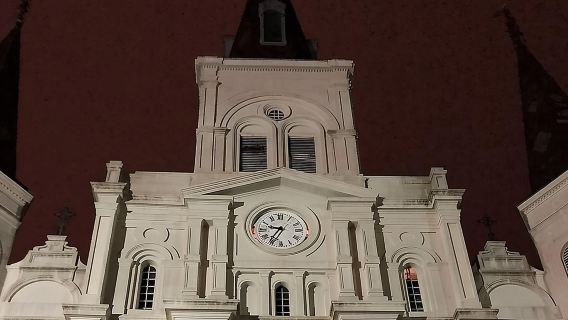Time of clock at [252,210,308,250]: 9:35
